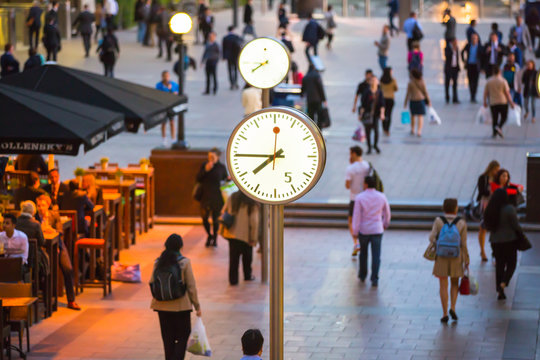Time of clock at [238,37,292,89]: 7:44
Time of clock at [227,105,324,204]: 7:45
